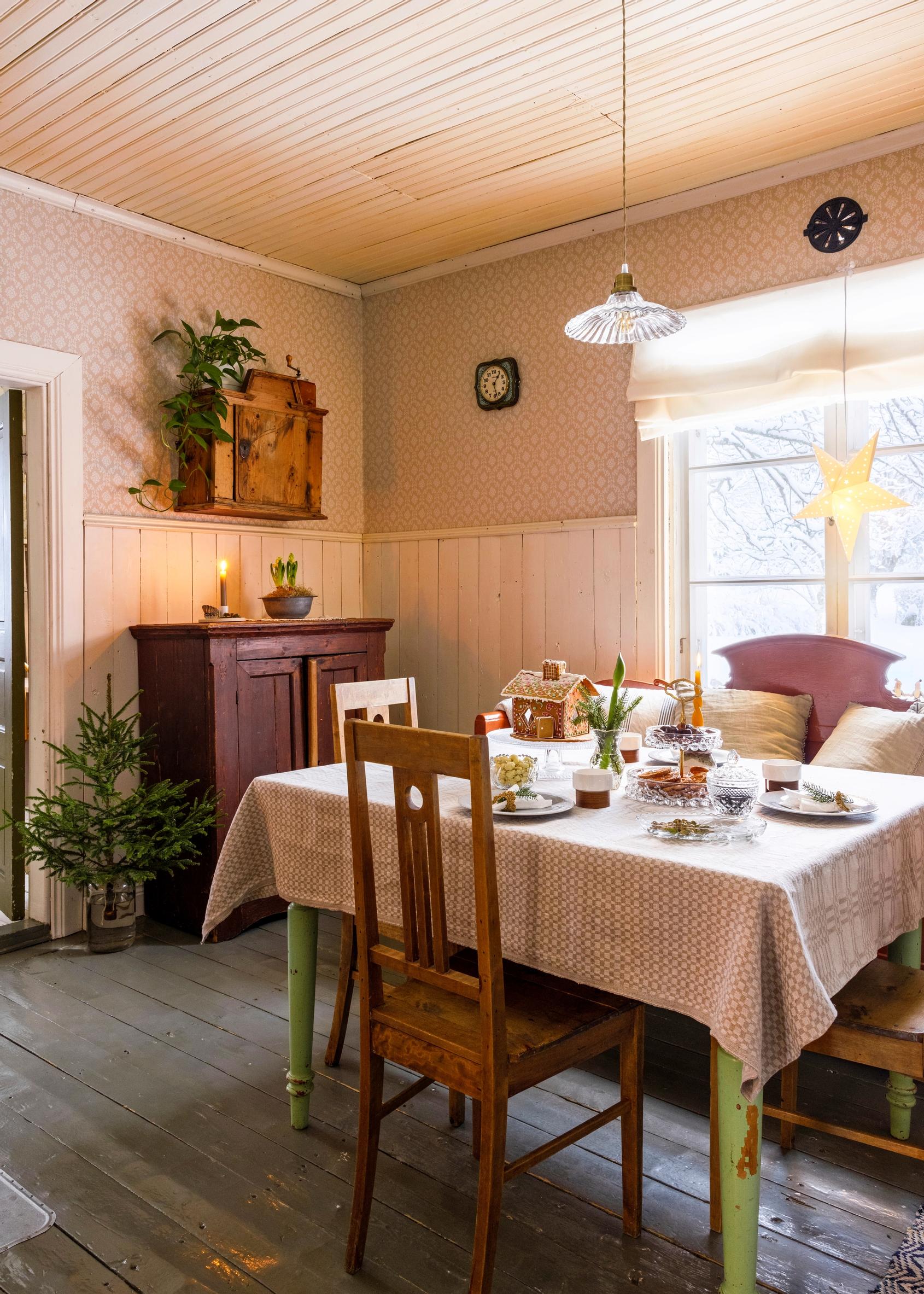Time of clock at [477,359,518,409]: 1:27
